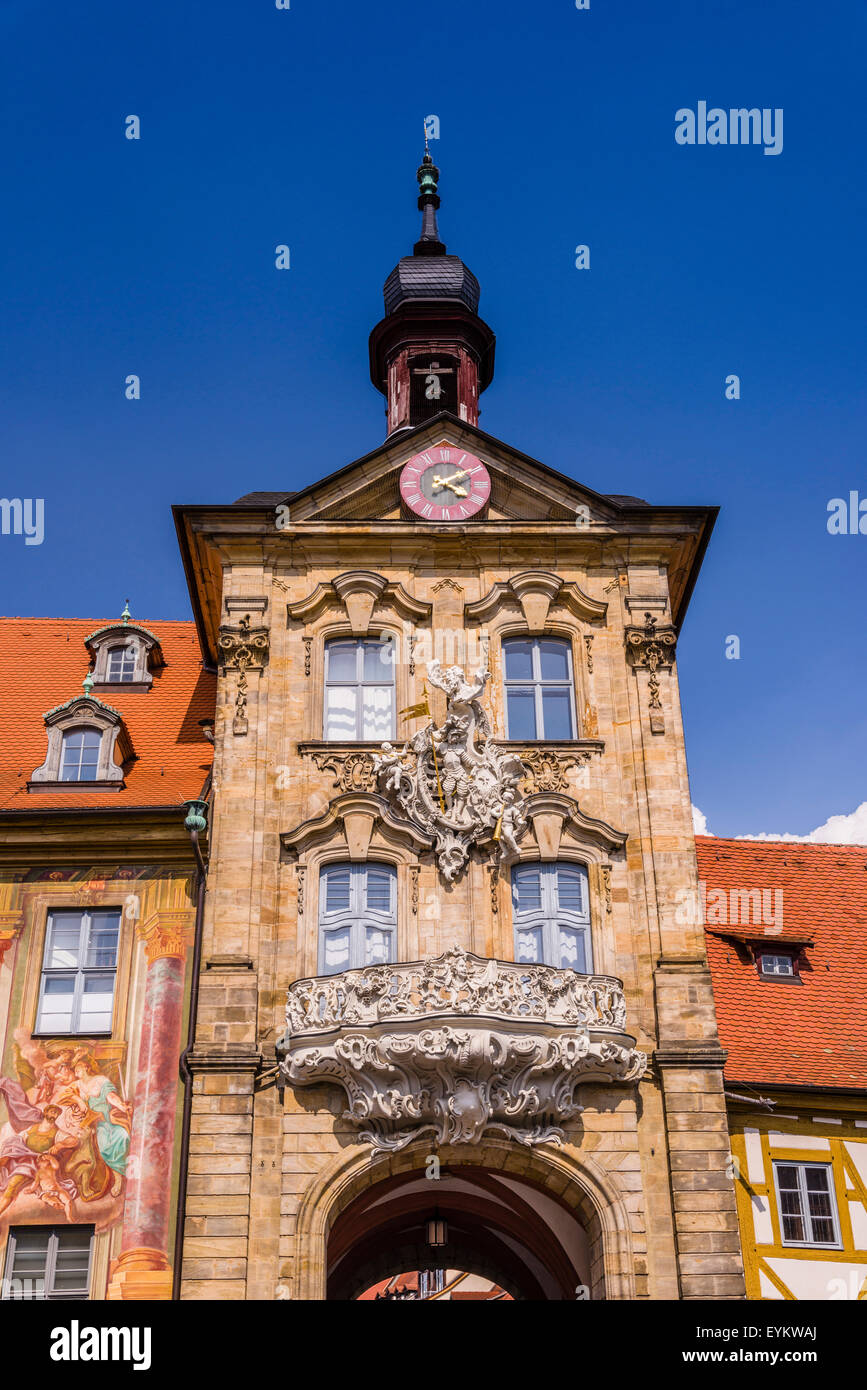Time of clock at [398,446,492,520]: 4:09
